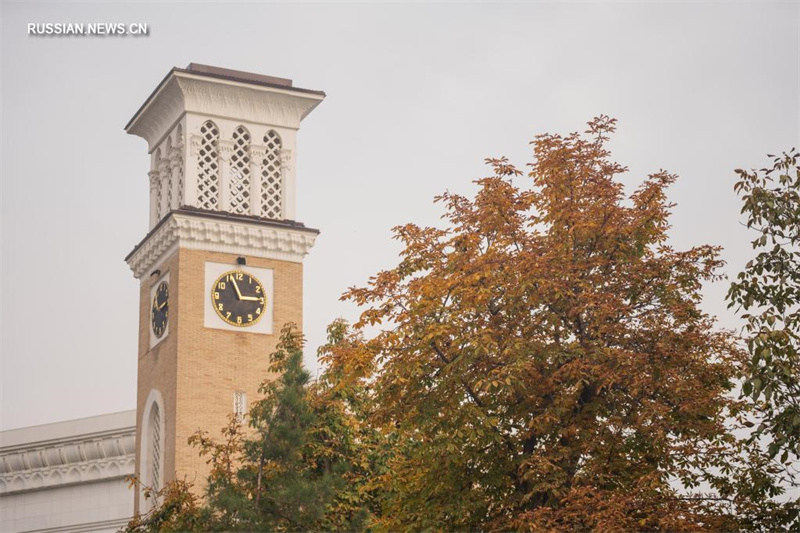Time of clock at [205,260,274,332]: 11:14
